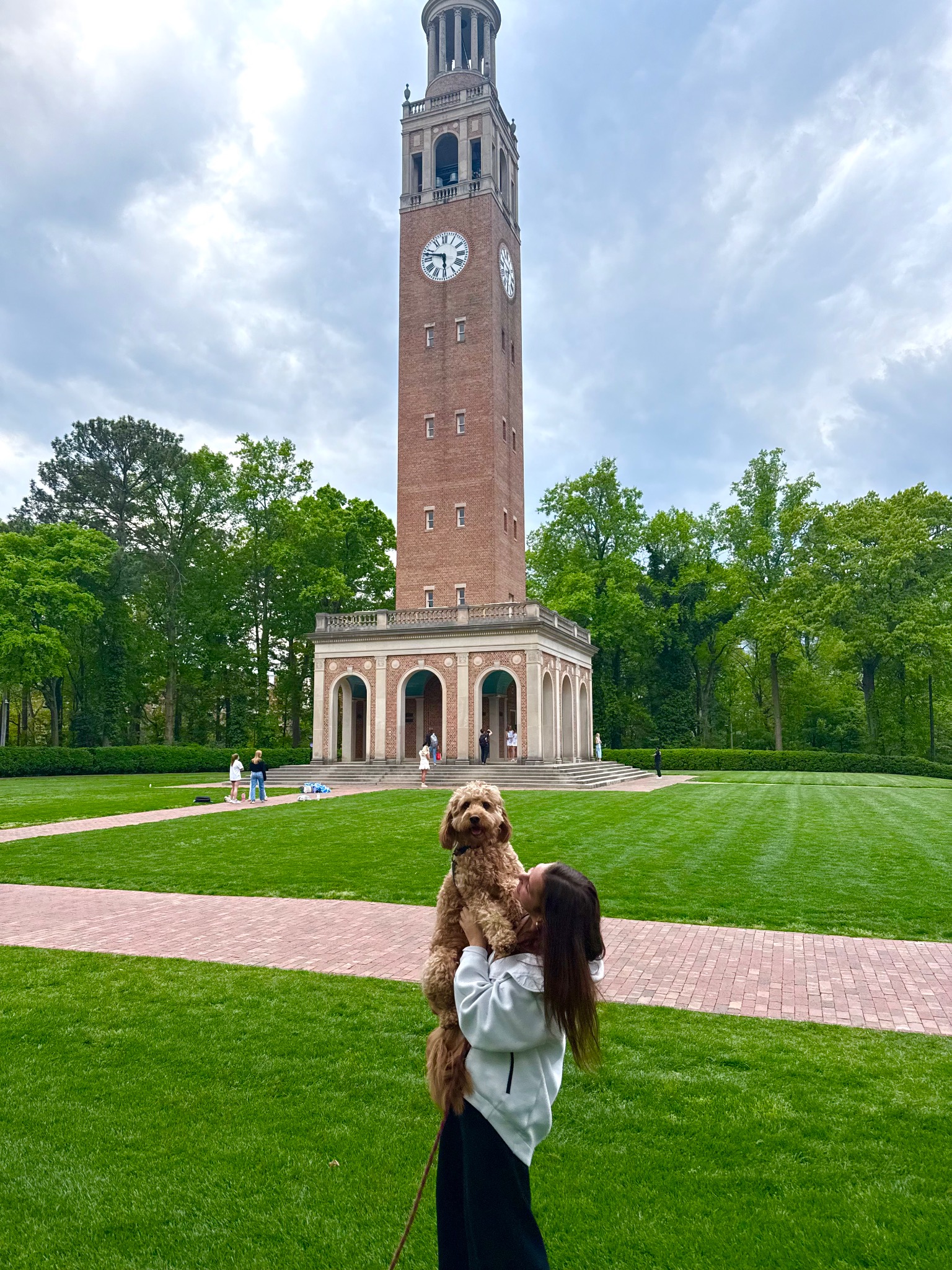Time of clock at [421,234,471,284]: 5:47
